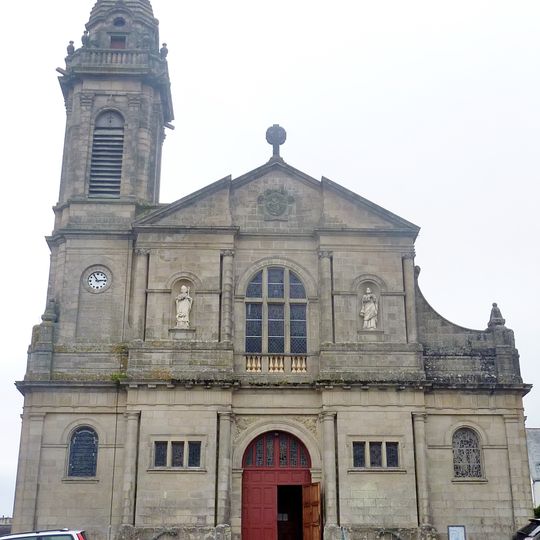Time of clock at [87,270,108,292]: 2:54
